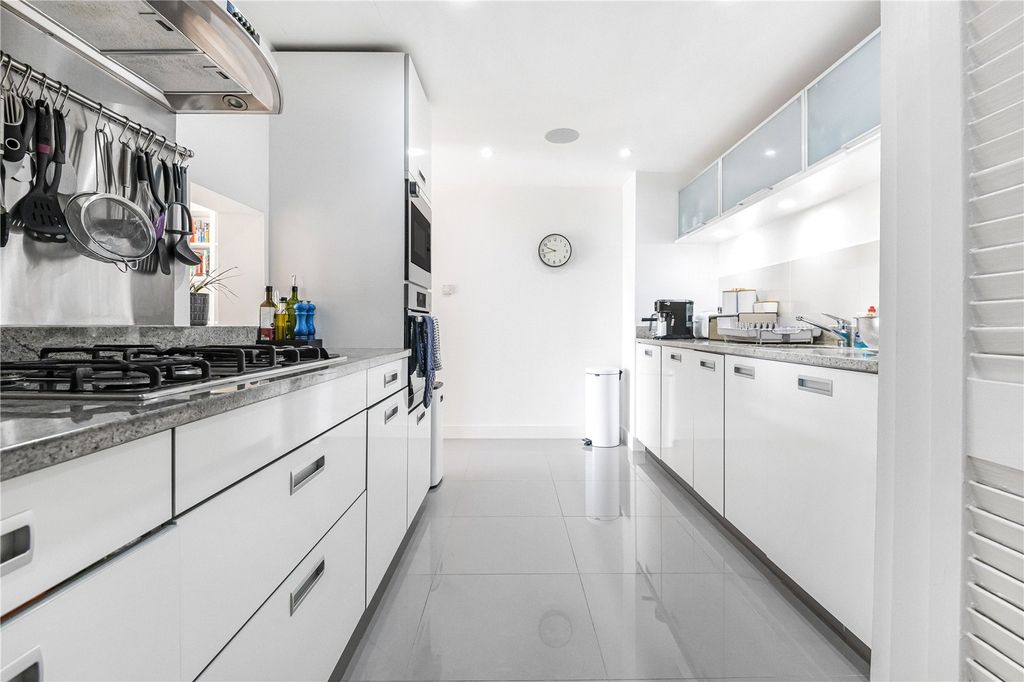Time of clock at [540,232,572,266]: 9:42
